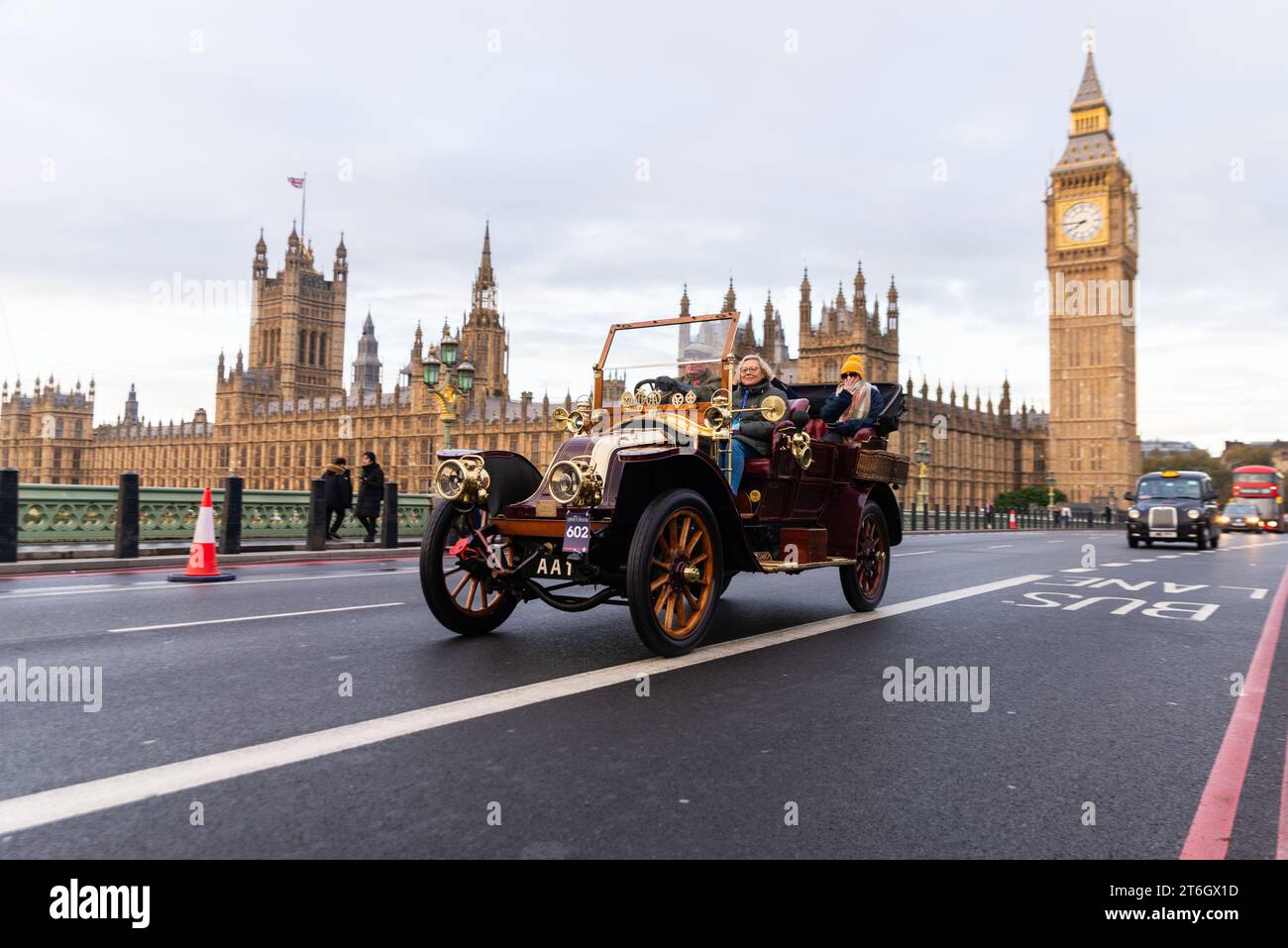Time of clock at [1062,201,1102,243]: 7:44
